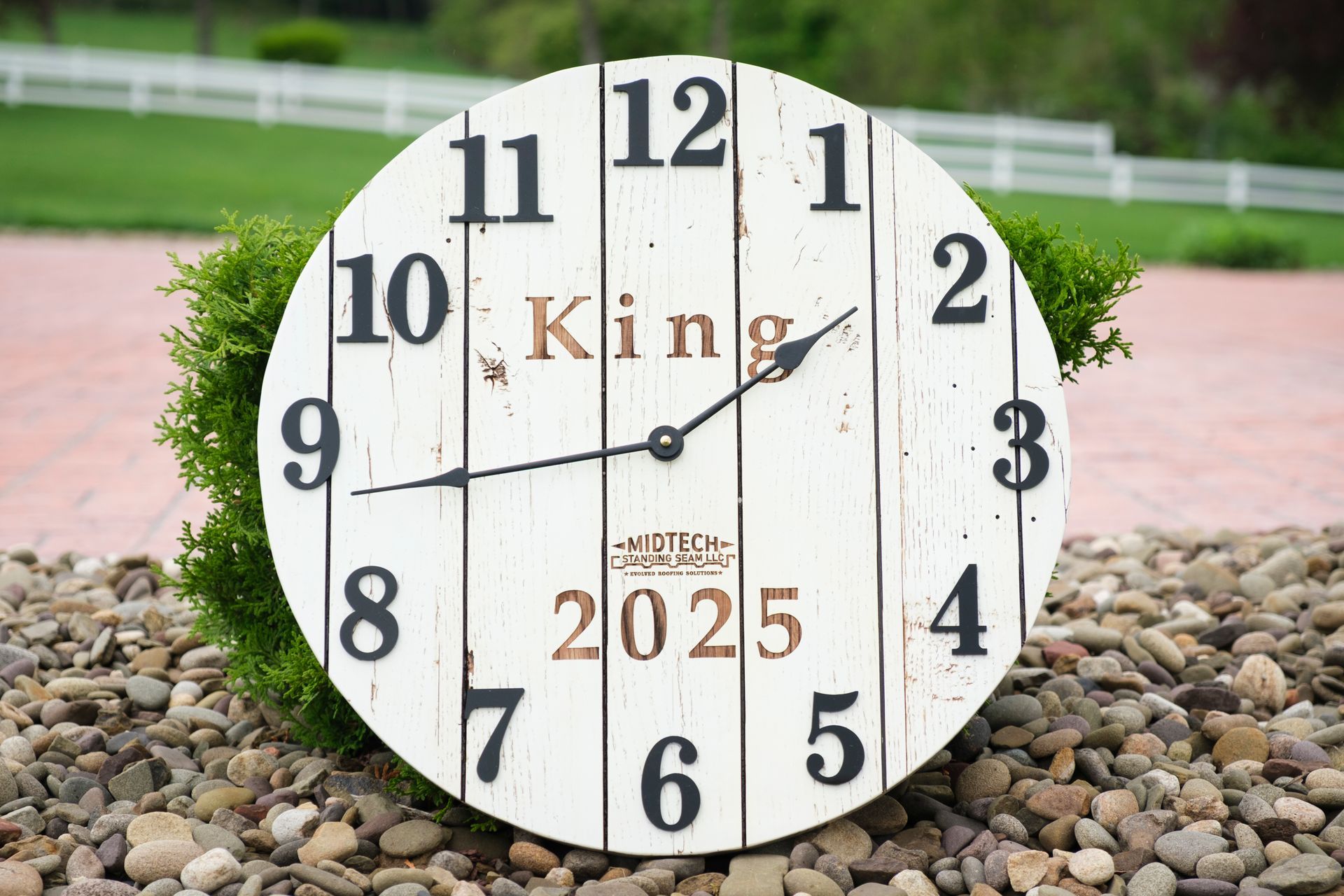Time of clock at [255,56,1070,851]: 1:43
